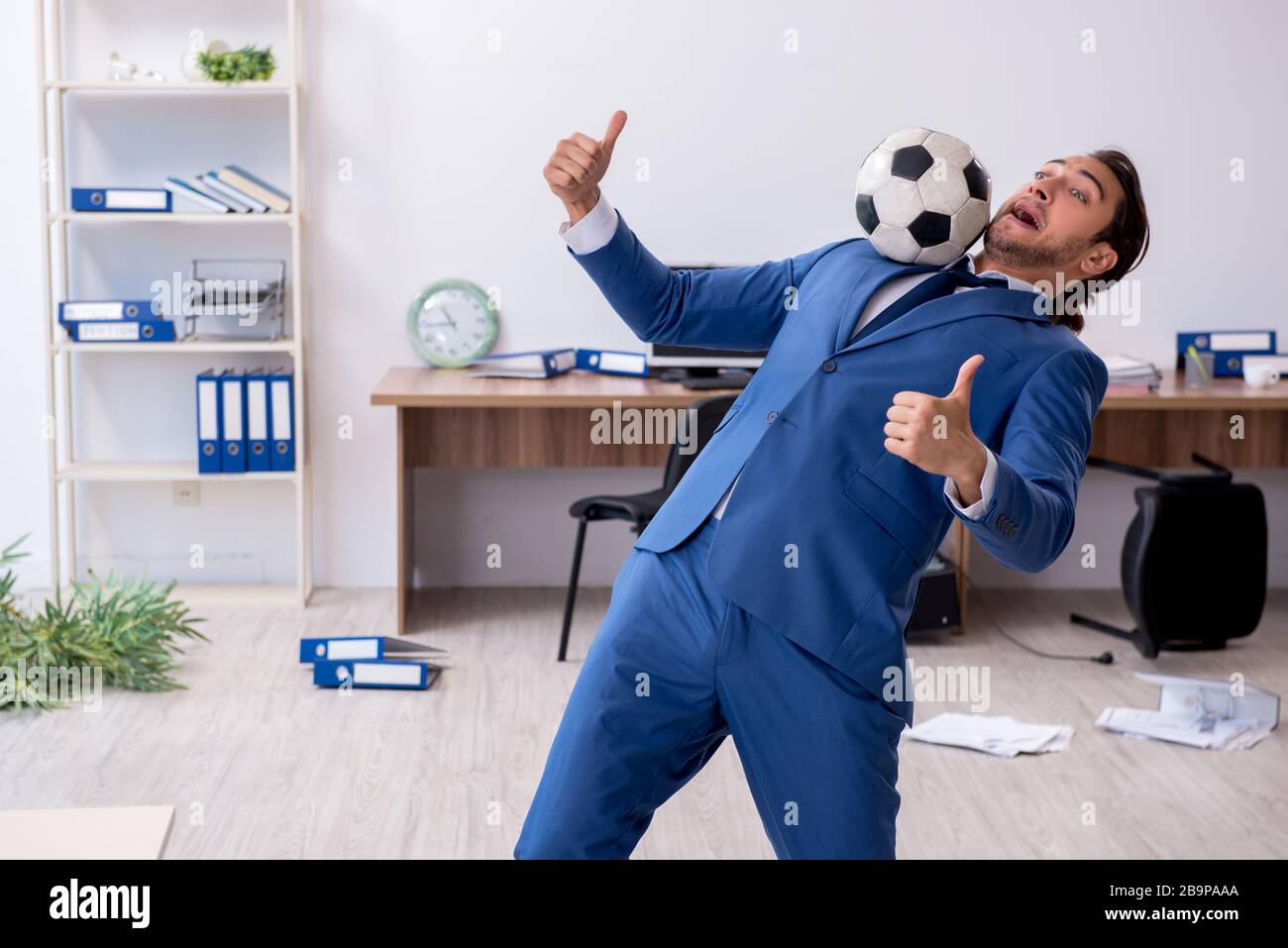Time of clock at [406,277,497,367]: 10:44
